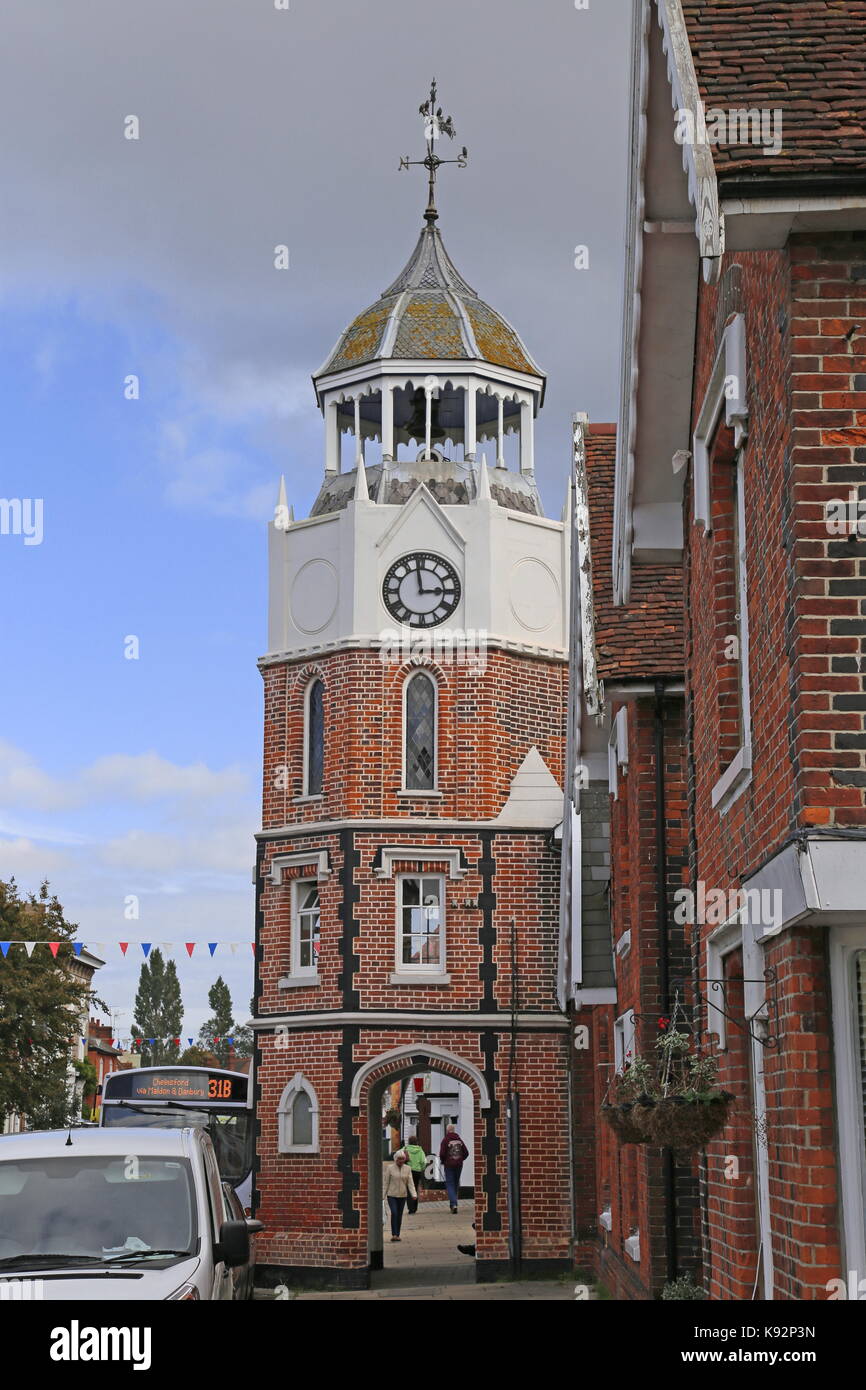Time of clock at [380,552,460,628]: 2:58
